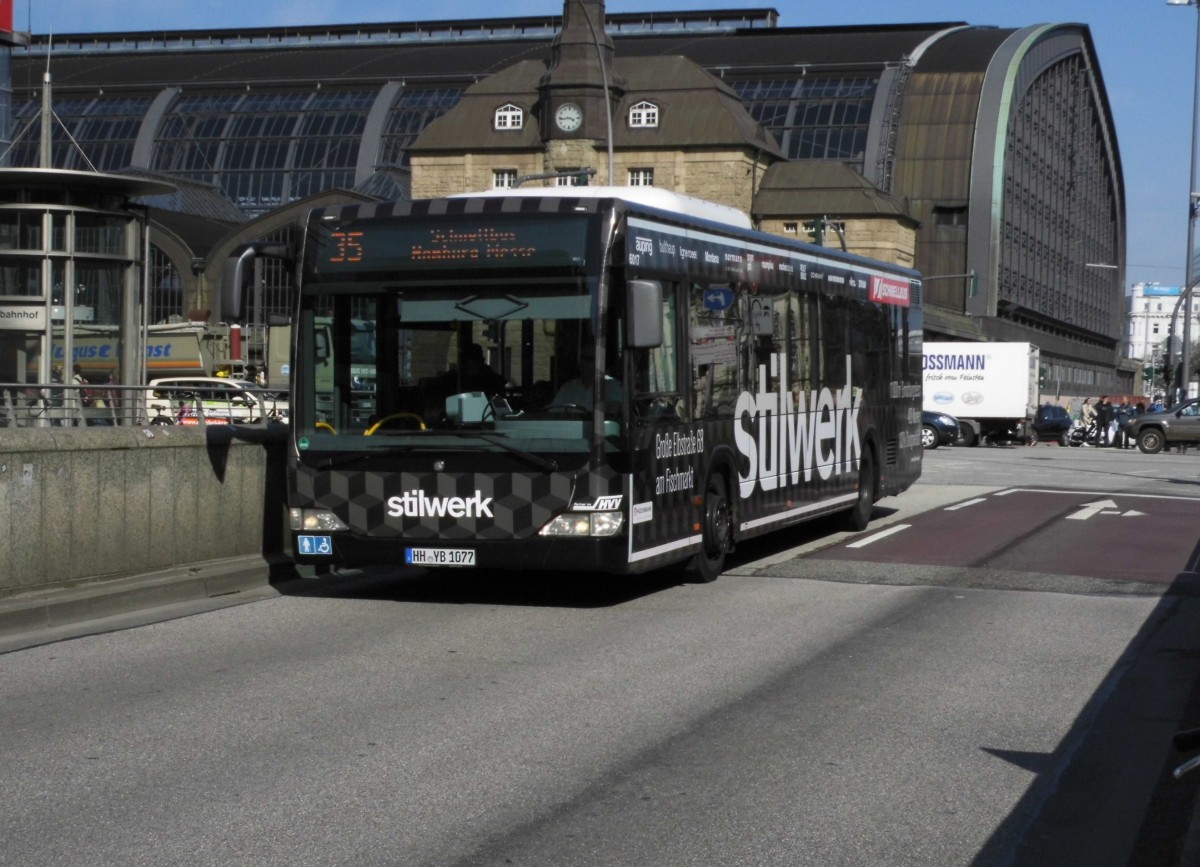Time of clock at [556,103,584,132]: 3:44
